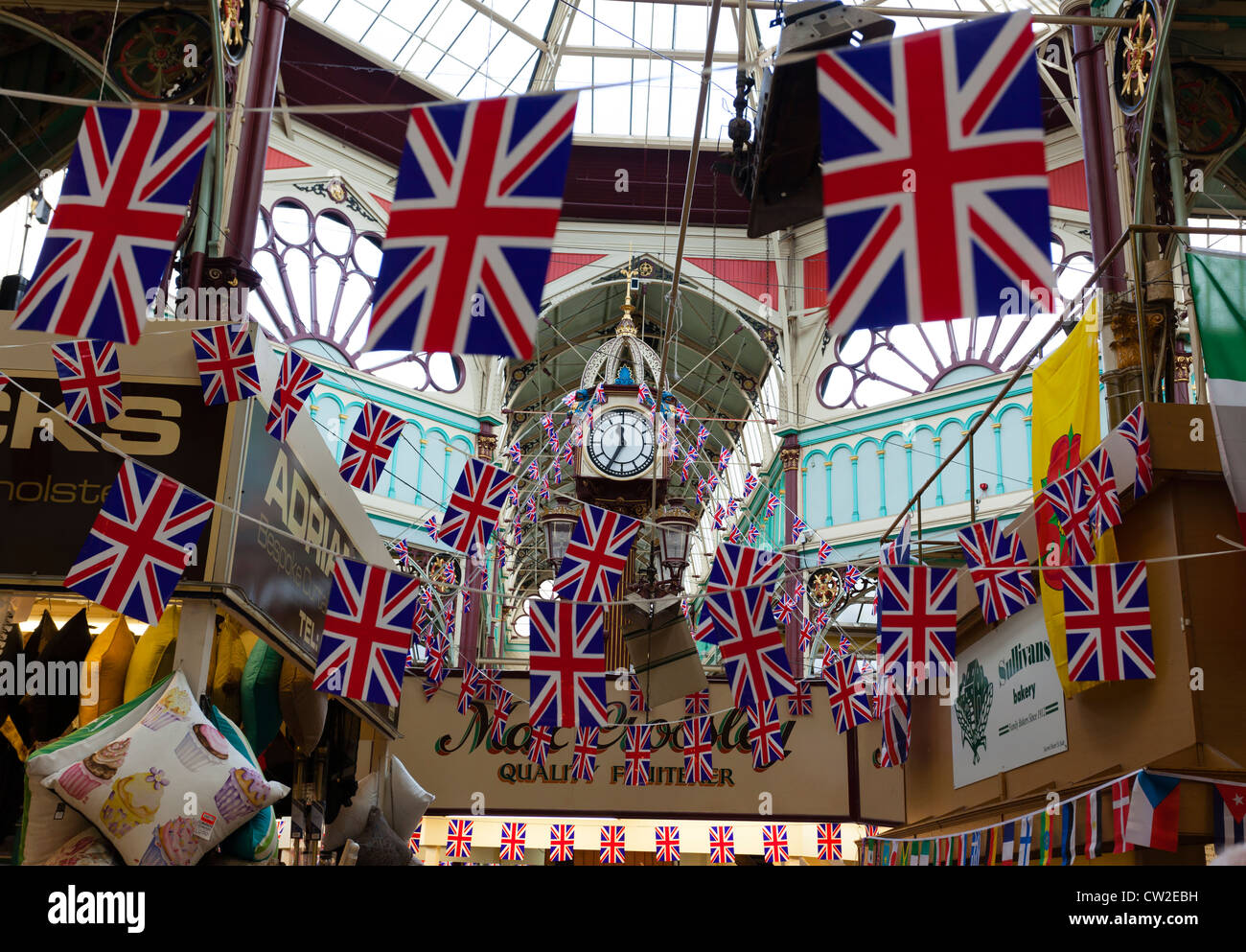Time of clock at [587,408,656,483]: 11:34
